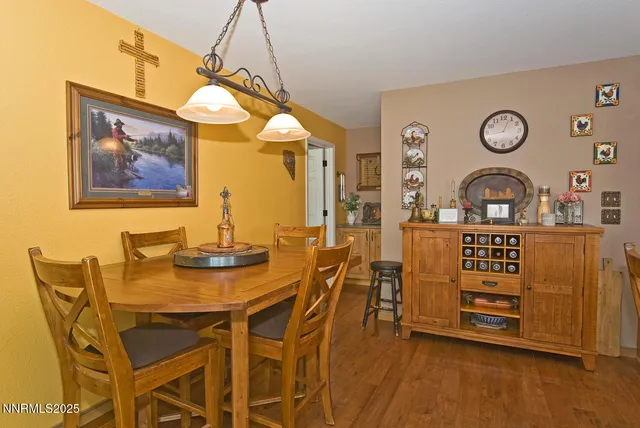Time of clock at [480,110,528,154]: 12:43
